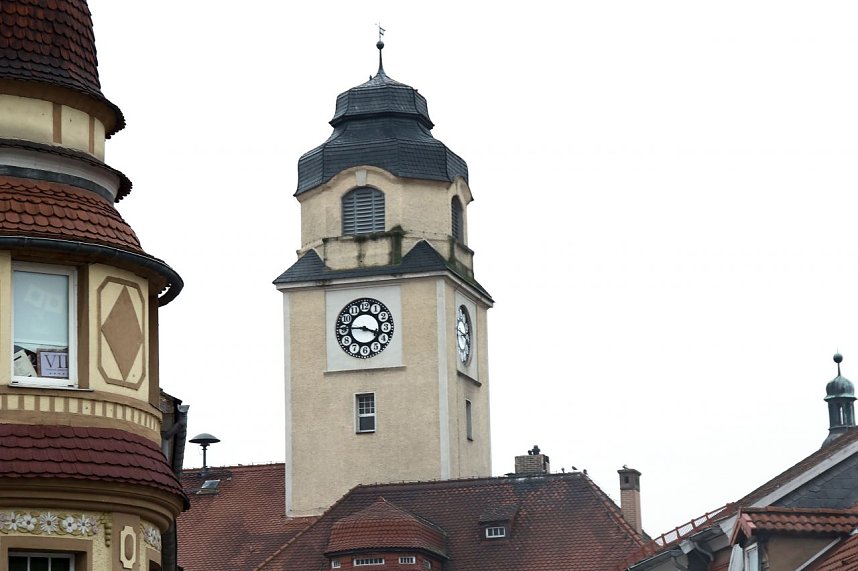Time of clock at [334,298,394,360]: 3:45
